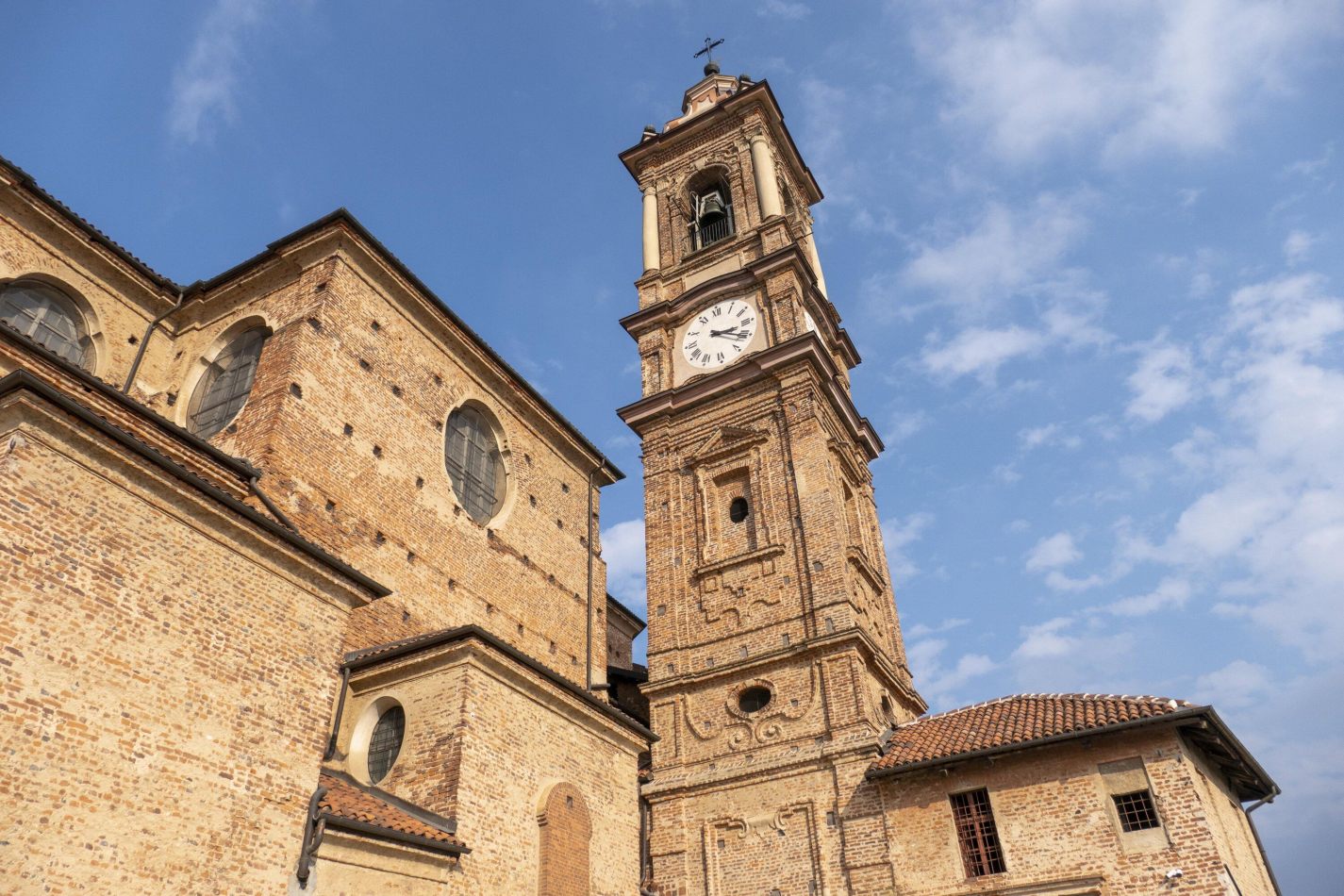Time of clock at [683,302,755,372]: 3:21
